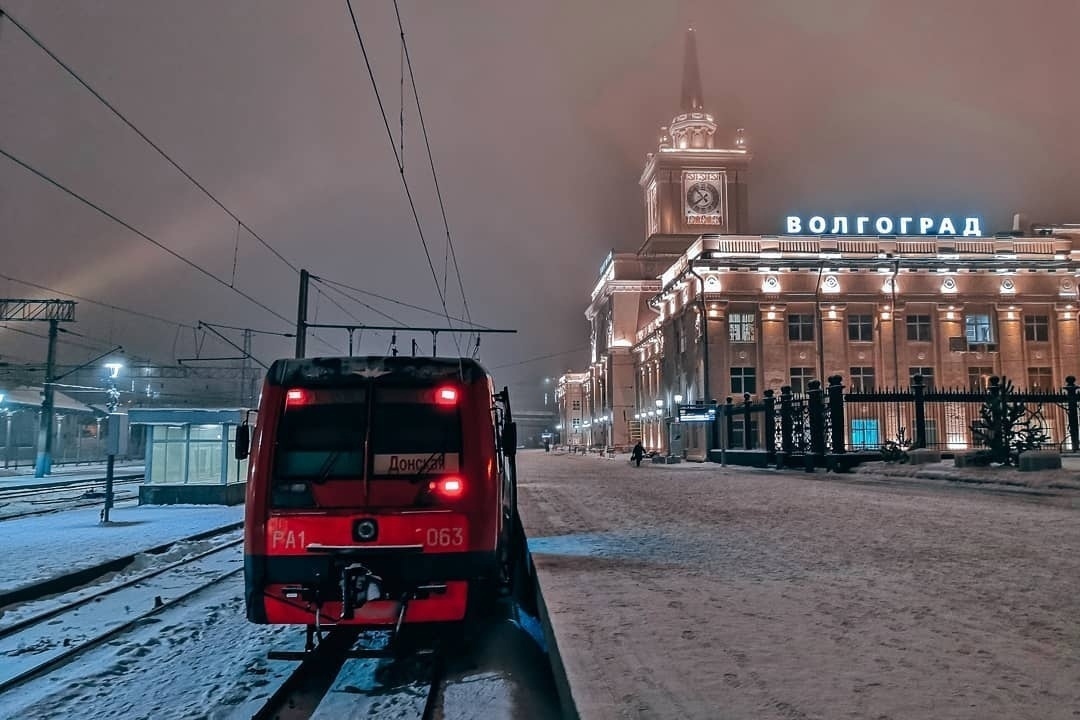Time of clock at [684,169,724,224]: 7:52
